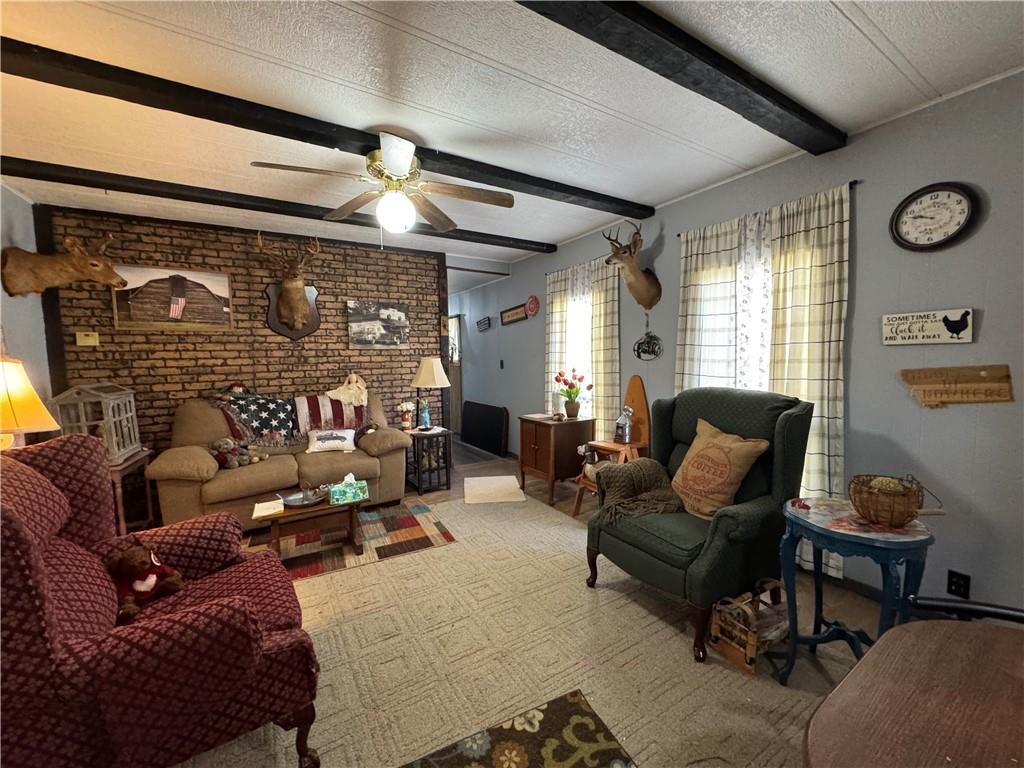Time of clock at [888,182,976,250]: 9:47
